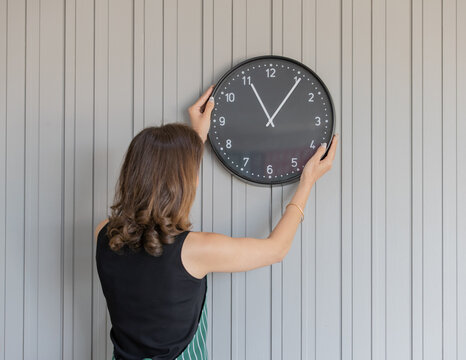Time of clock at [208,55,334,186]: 11:05
